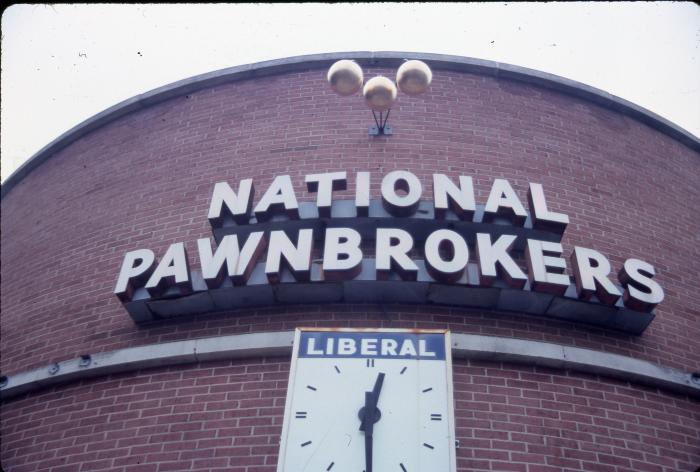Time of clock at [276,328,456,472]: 12:29
